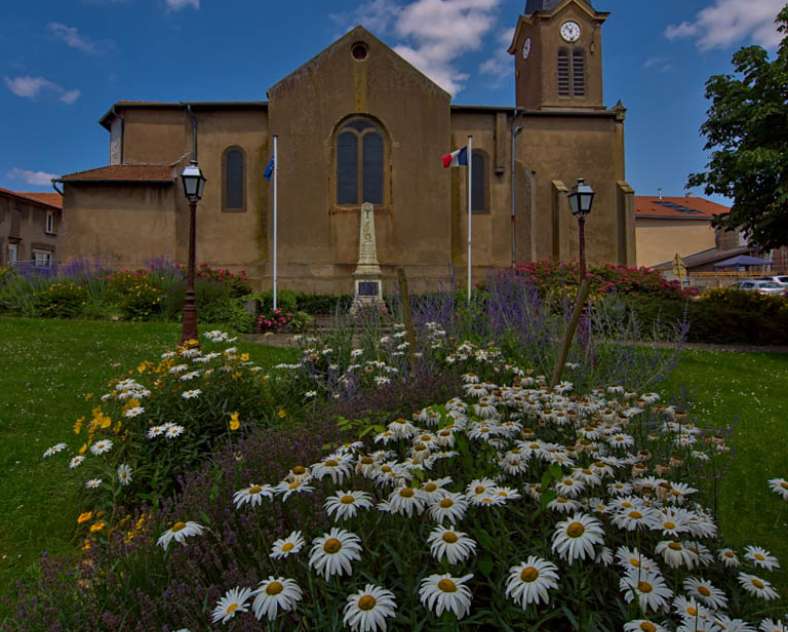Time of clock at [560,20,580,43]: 12:53
